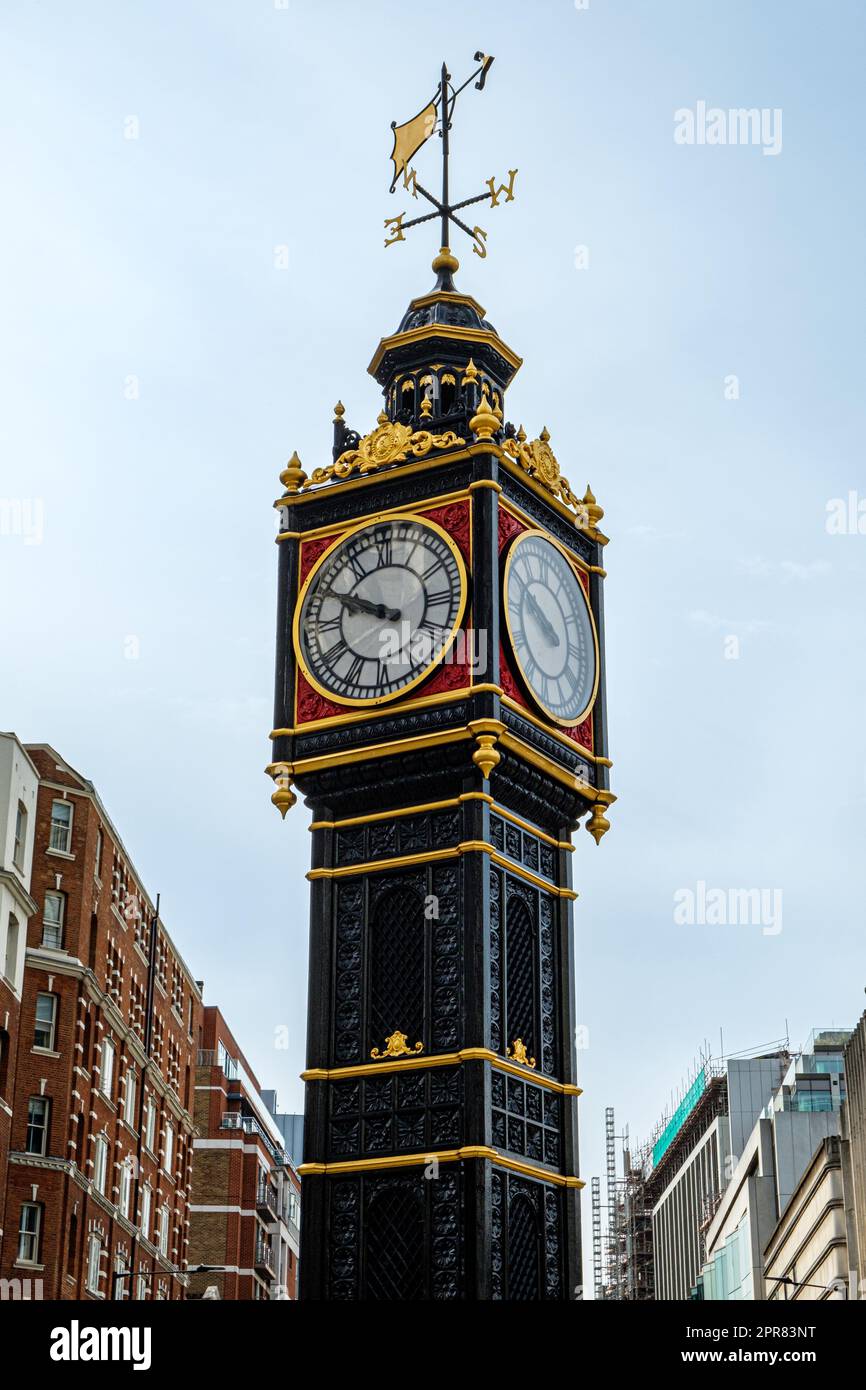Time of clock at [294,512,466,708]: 9:49
